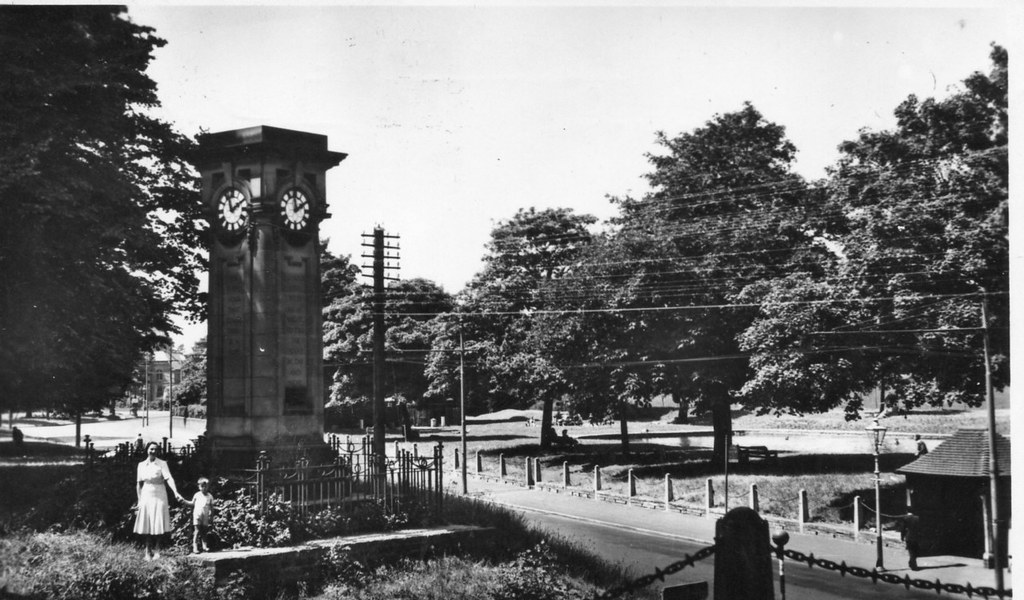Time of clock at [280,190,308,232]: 1:59
